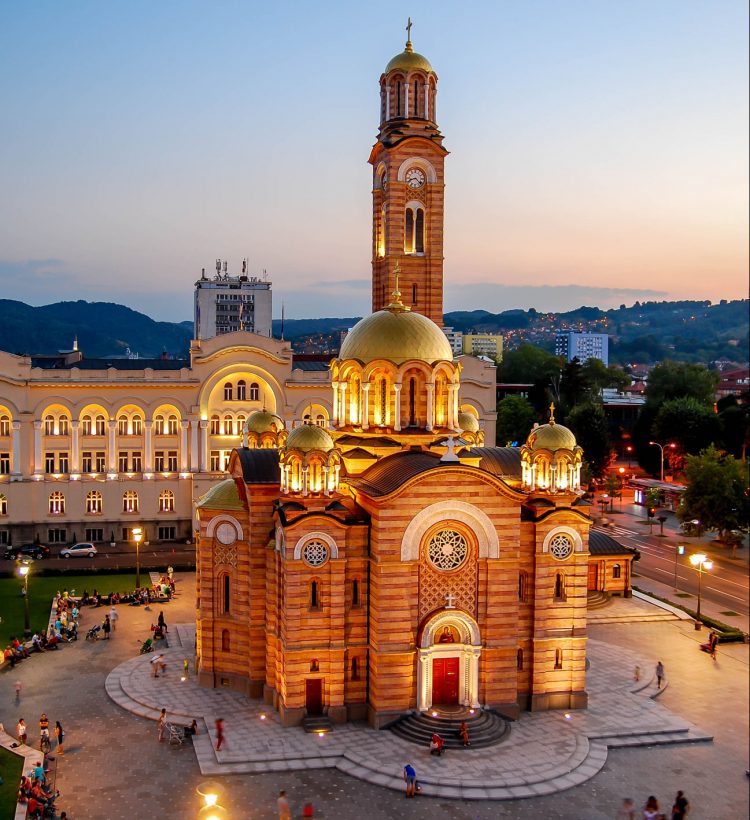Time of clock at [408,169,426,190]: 8:22
